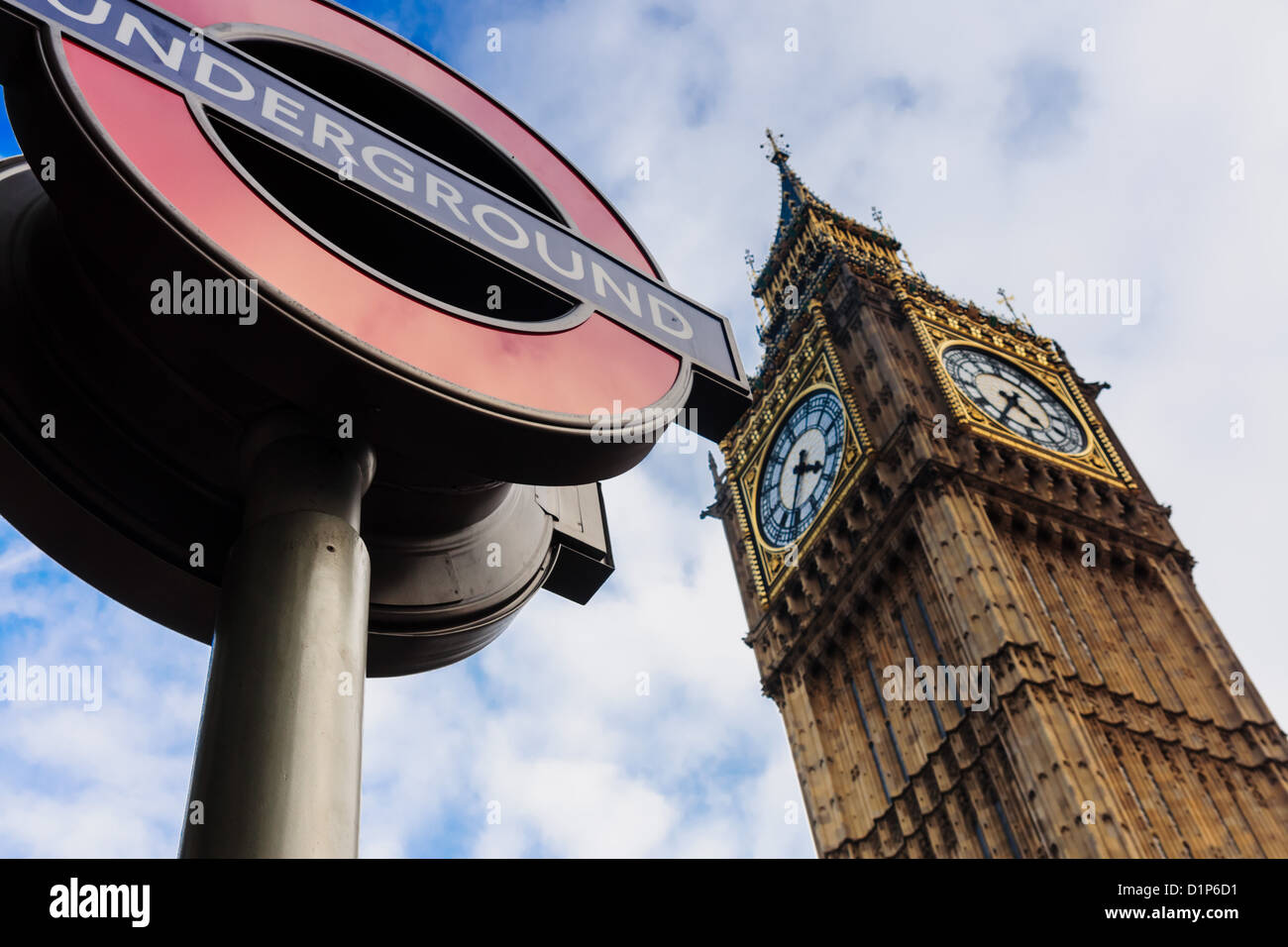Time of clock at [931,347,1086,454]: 4:35
